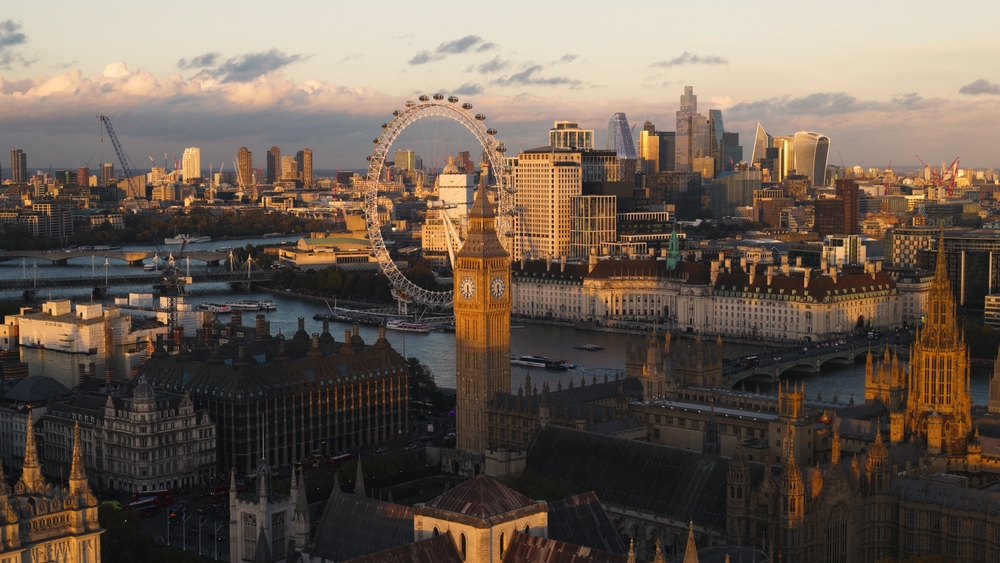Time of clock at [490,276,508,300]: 5:30
